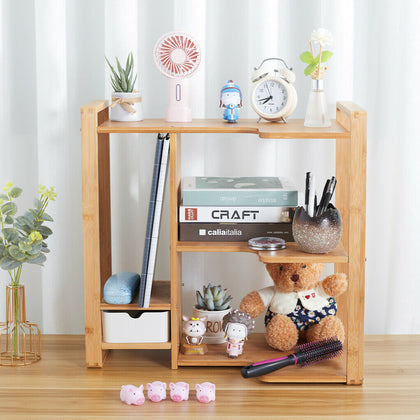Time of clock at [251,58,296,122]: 7:42
